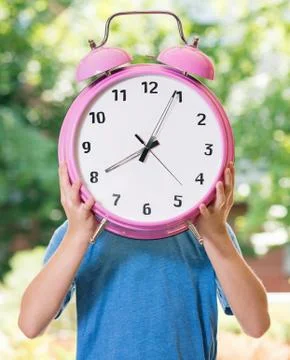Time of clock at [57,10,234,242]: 8:04
